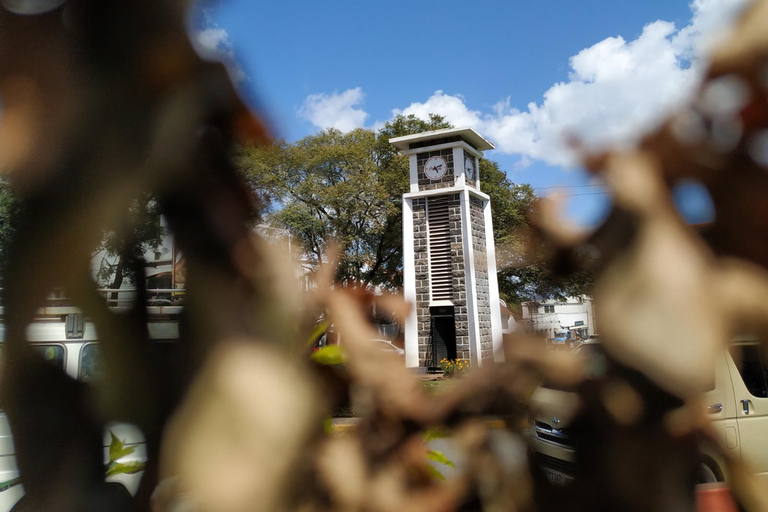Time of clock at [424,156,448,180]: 5:11
